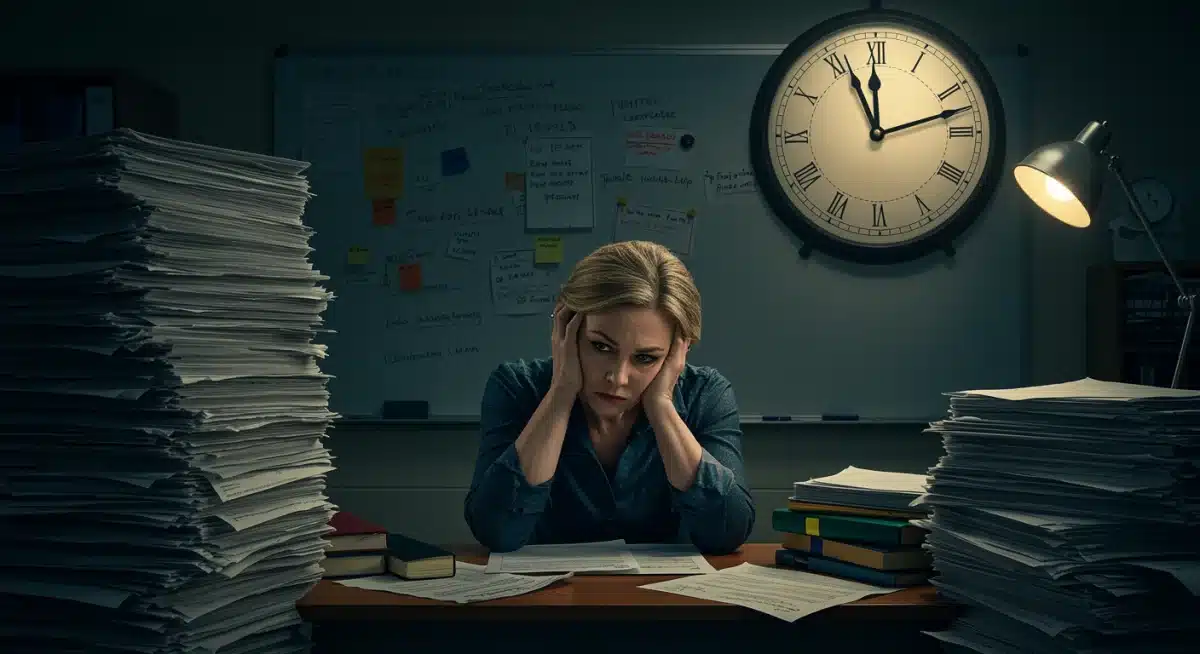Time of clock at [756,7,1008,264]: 11:12
